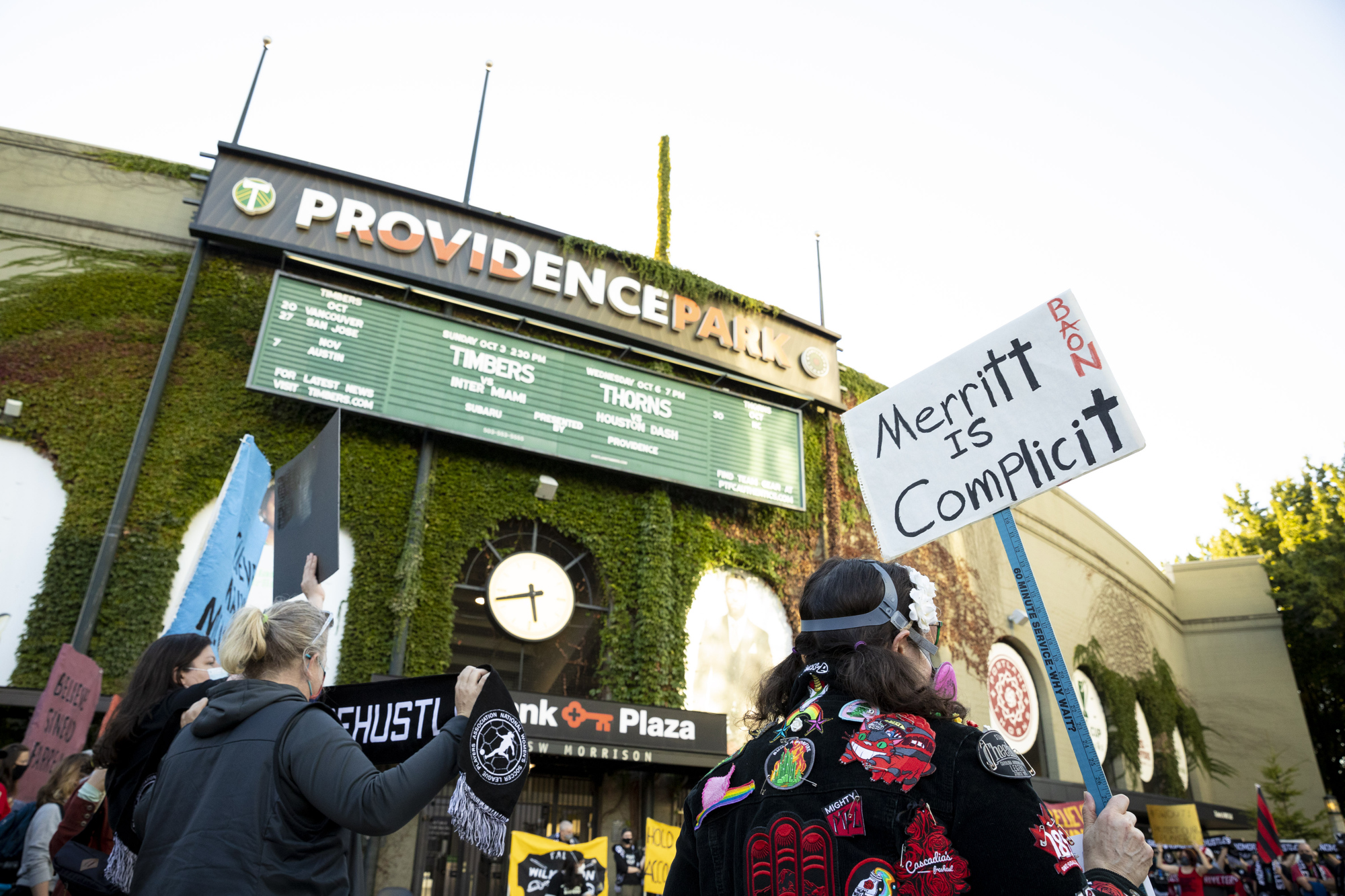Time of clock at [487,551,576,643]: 5:42
